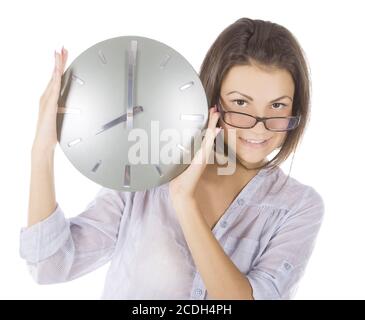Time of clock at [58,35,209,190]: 7:59
